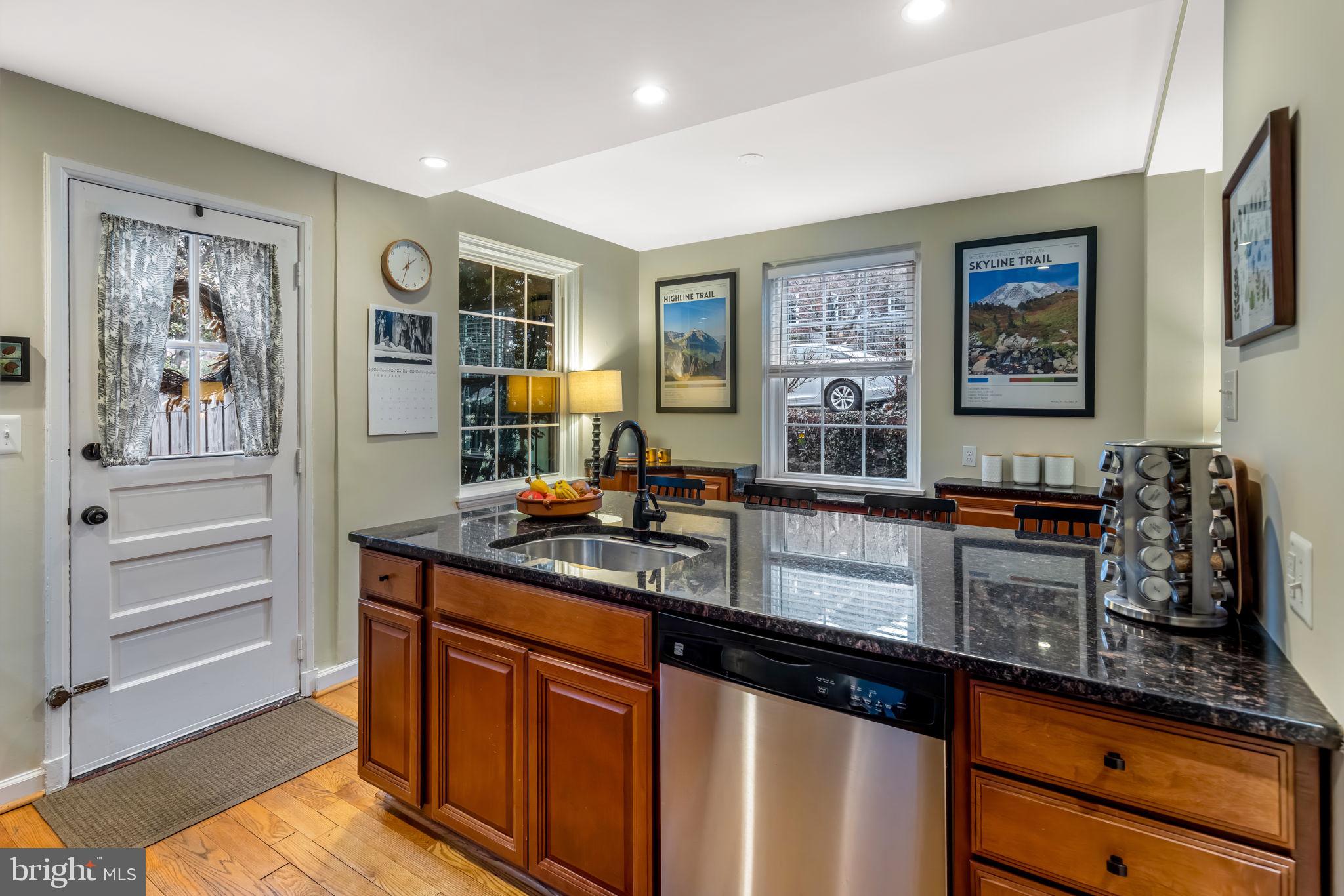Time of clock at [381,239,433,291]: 1:32
